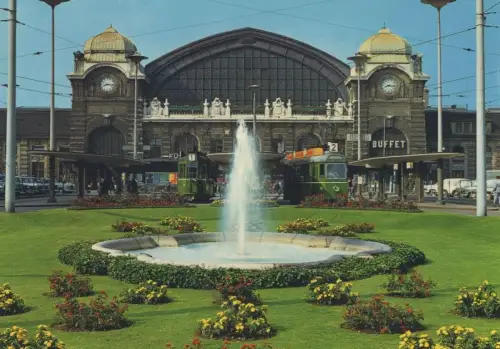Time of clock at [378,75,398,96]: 8:16
